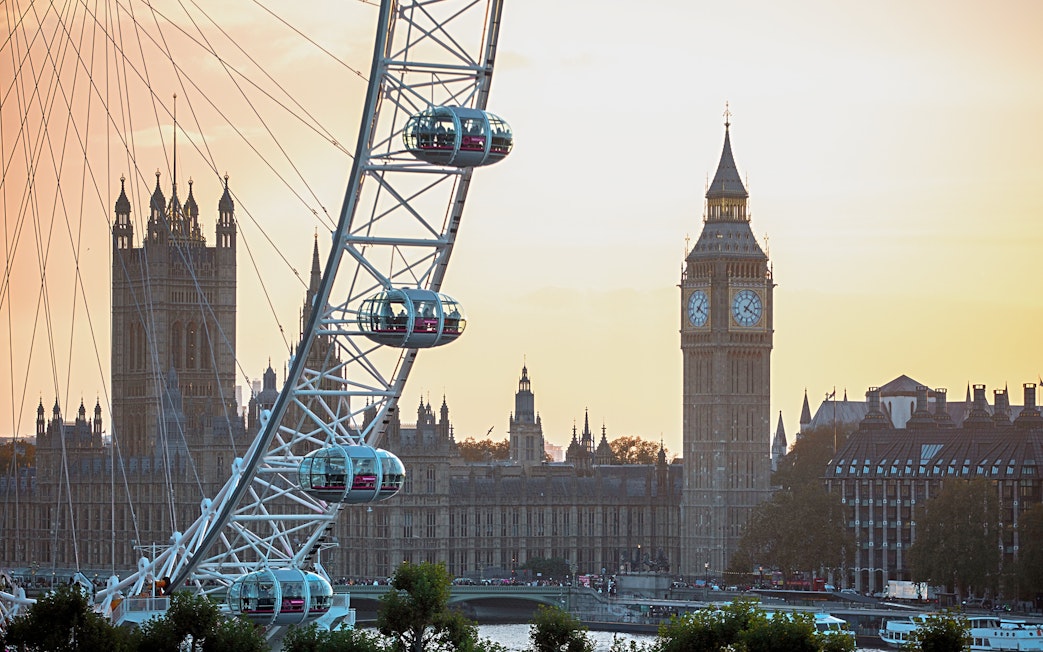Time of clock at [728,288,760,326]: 4:06
